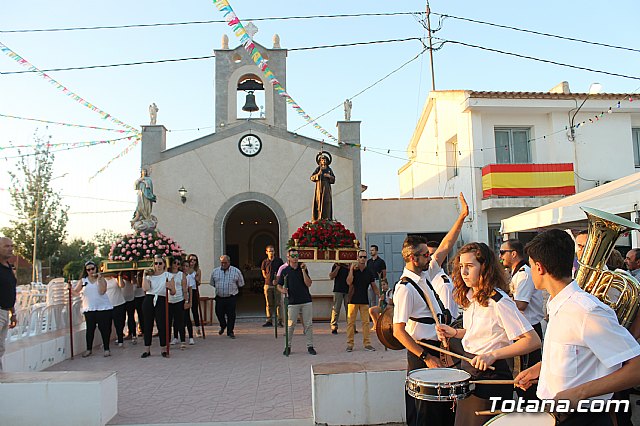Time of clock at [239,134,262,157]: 8:57
